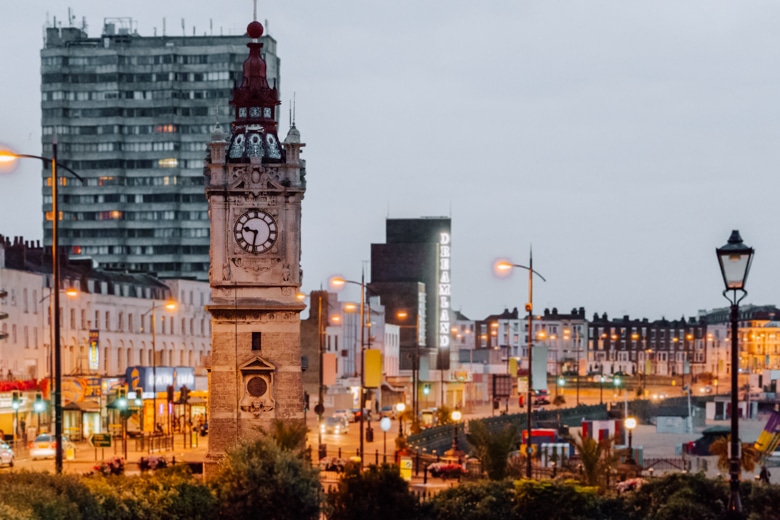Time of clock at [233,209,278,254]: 9:32
